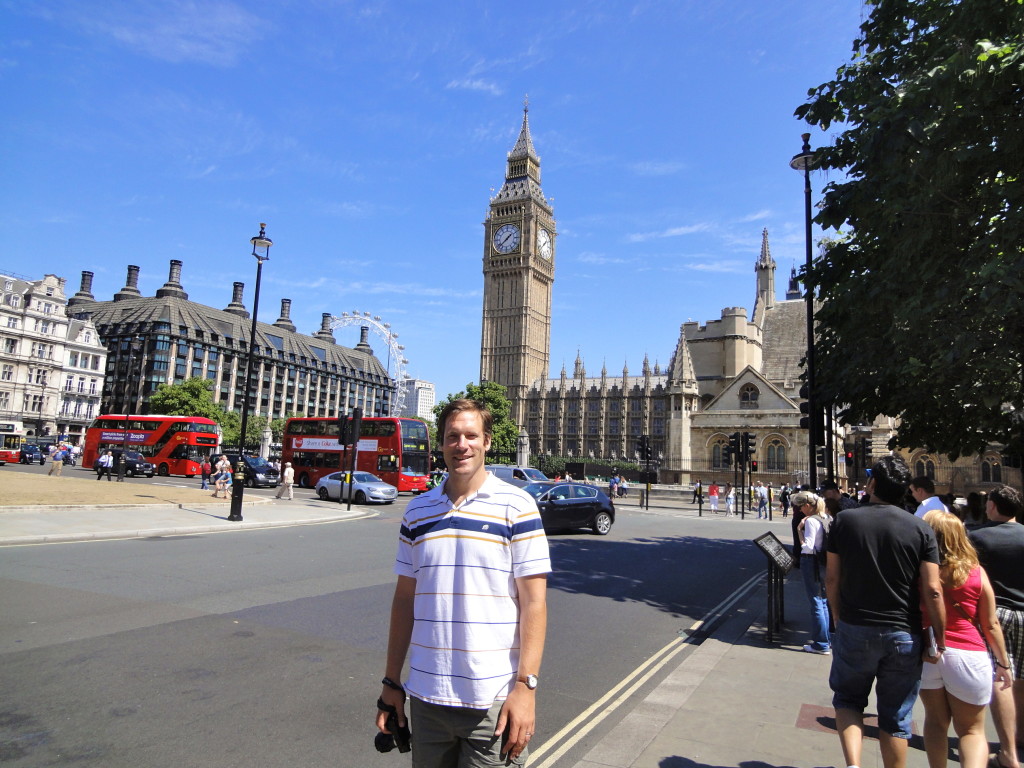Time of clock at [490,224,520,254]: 1:38
